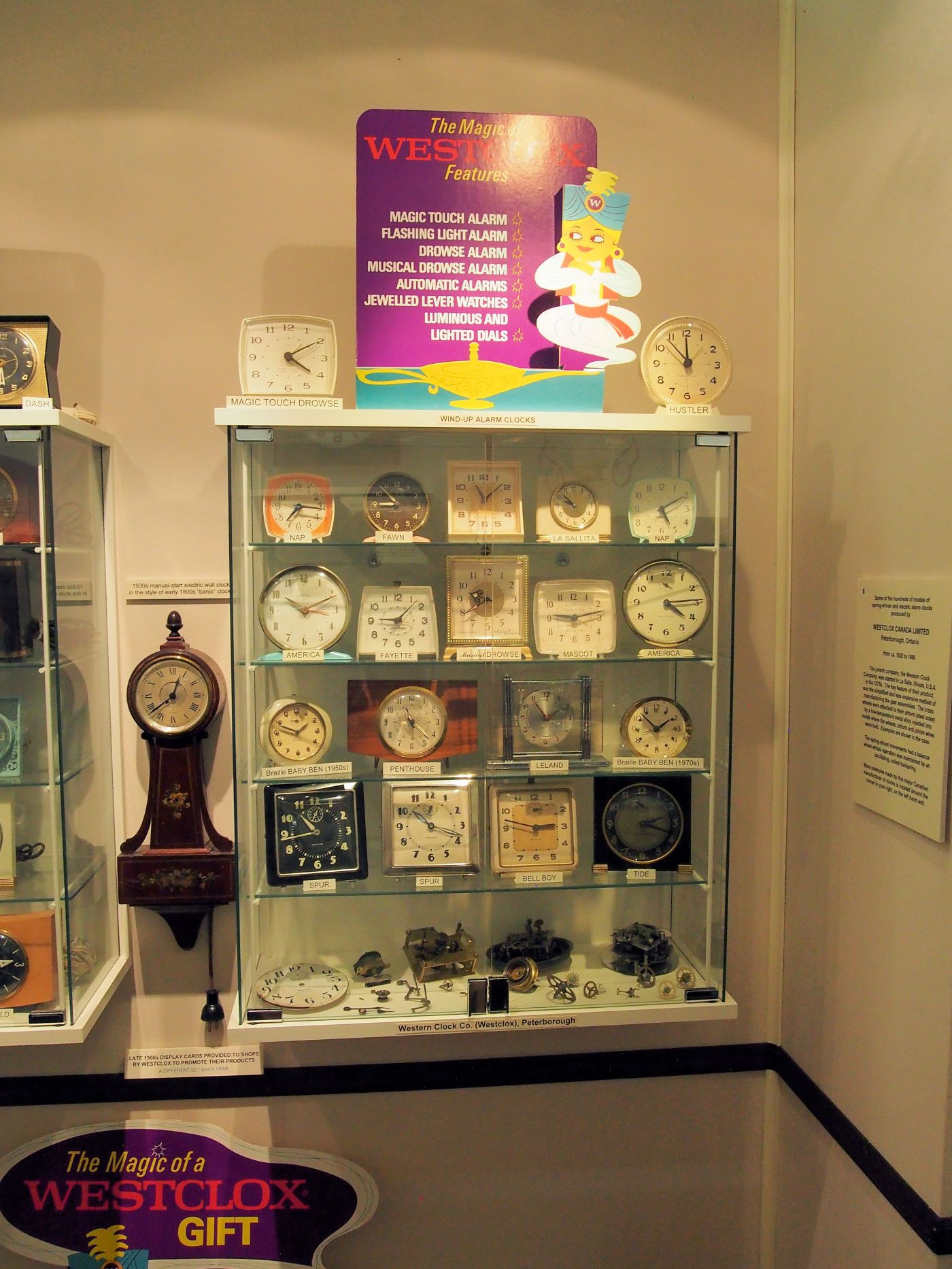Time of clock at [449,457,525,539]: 11:08
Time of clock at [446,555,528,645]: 9:40
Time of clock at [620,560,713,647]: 4:14
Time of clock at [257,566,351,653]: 10:11
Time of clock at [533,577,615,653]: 9:13
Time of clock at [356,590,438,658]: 9:07
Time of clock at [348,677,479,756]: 11:22
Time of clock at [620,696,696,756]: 1:52
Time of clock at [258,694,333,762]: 1:48
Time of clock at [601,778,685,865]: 2:18
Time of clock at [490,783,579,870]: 2:47
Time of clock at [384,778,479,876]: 10:18
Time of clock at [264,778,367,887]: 10:43
